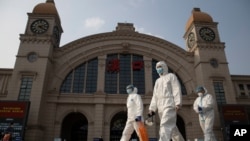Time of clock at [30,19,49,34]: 4:12
